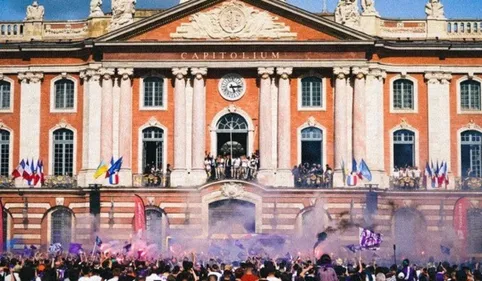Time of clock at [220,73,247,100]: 5:14
